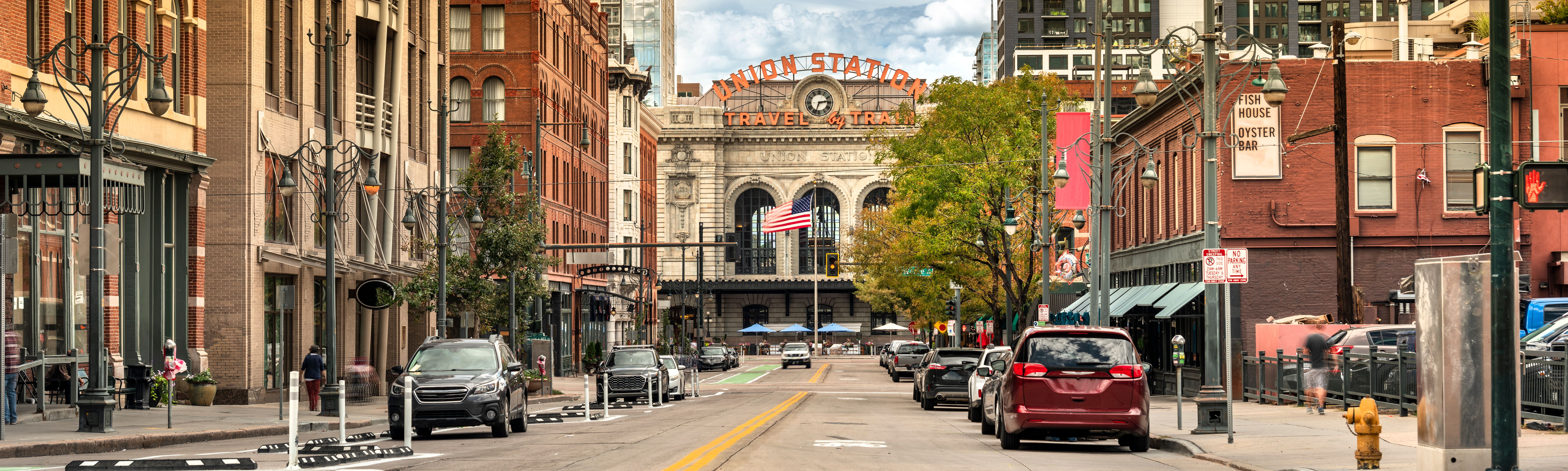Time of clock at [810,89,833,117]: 2:33
